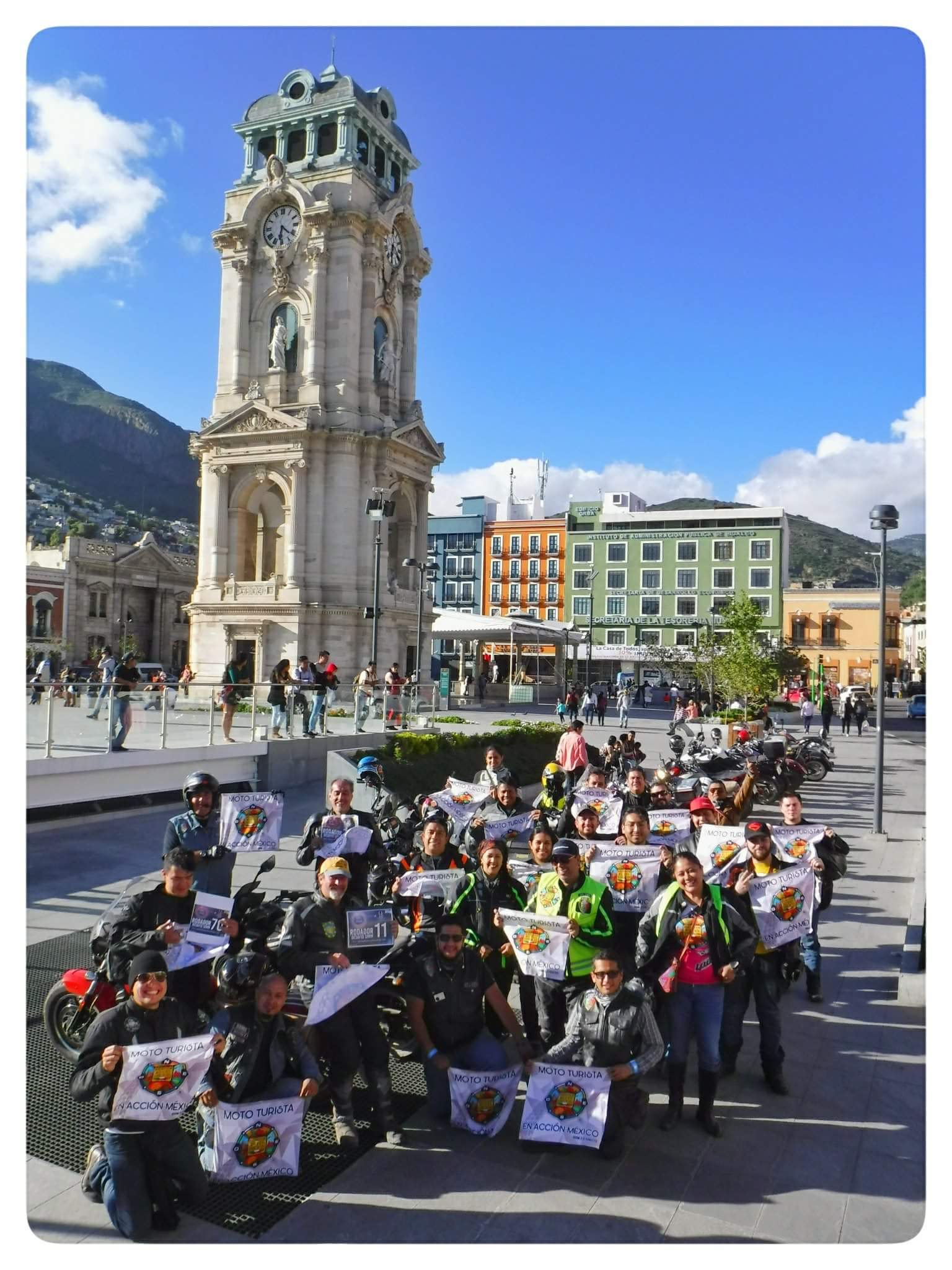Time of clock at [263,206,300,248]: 6:21
